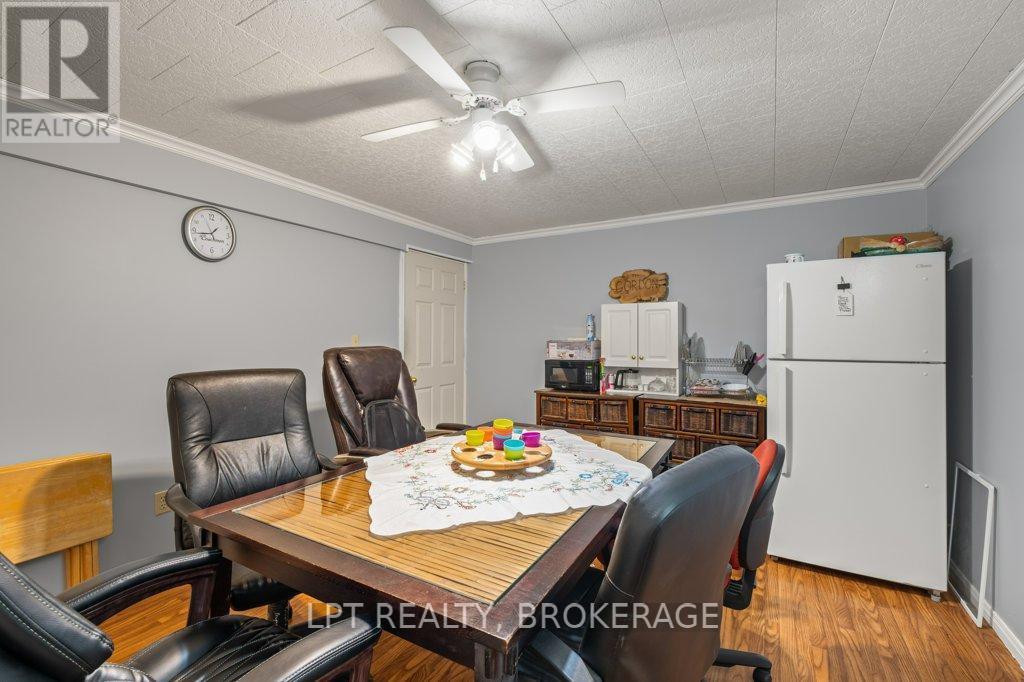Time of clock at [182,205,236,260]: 1:43
